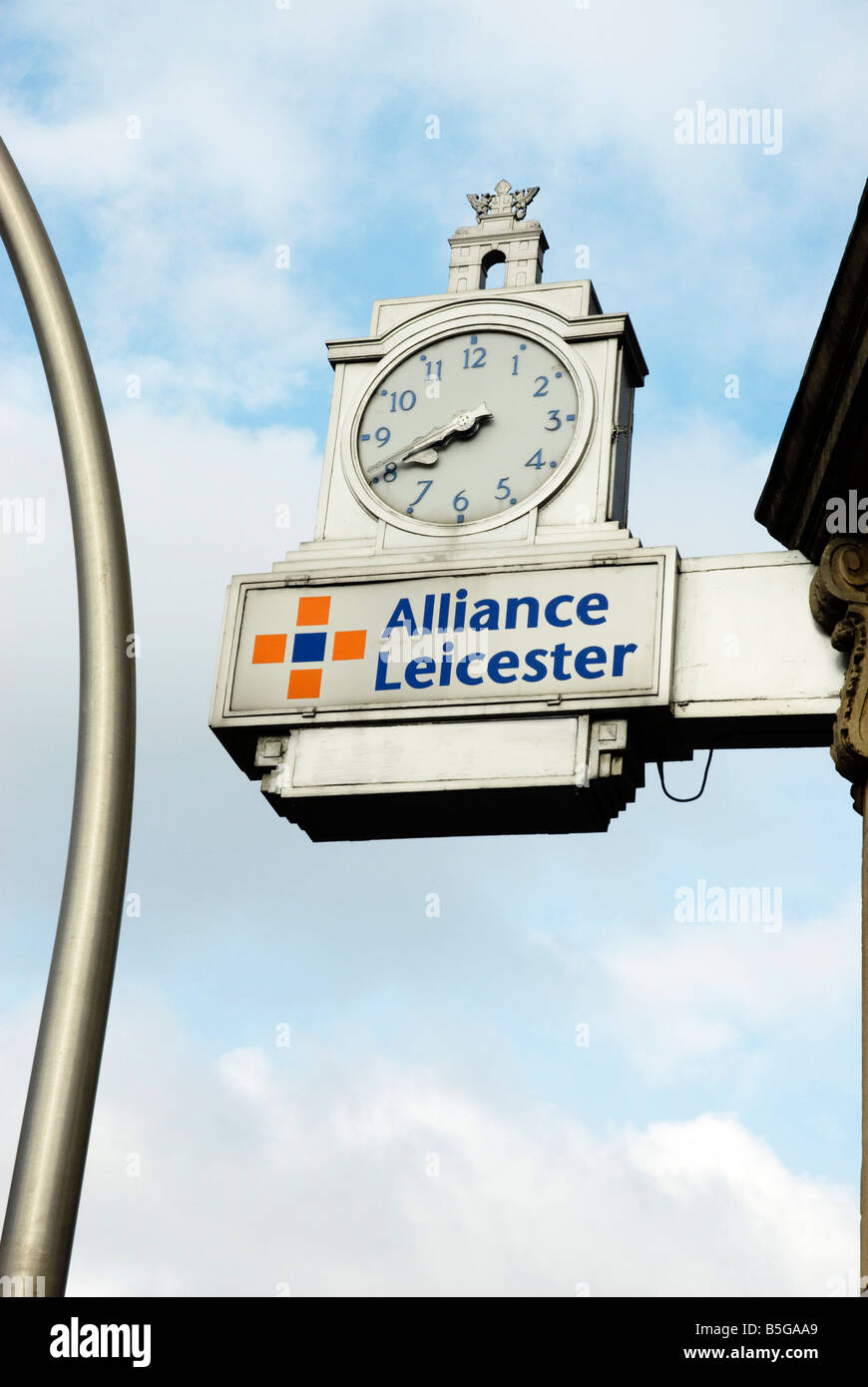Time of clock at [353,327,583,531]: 7:40
